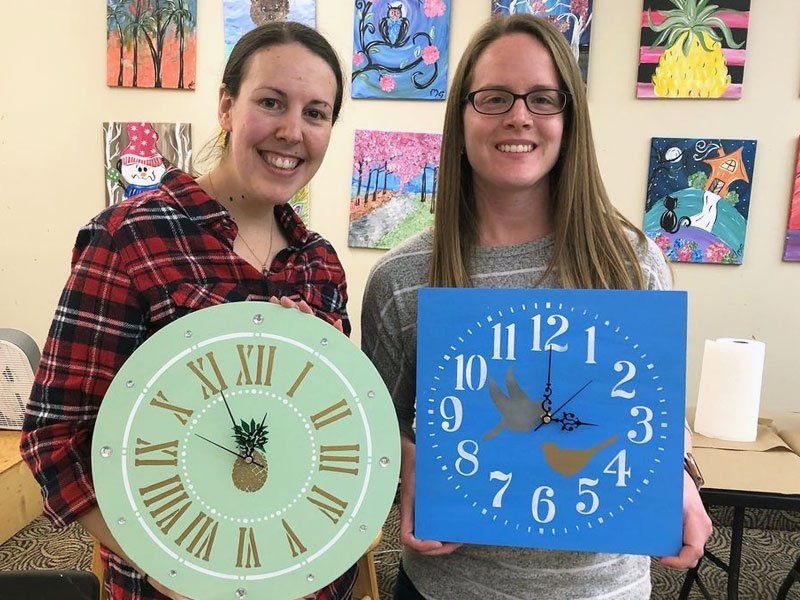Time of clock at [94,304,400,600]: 11:55
